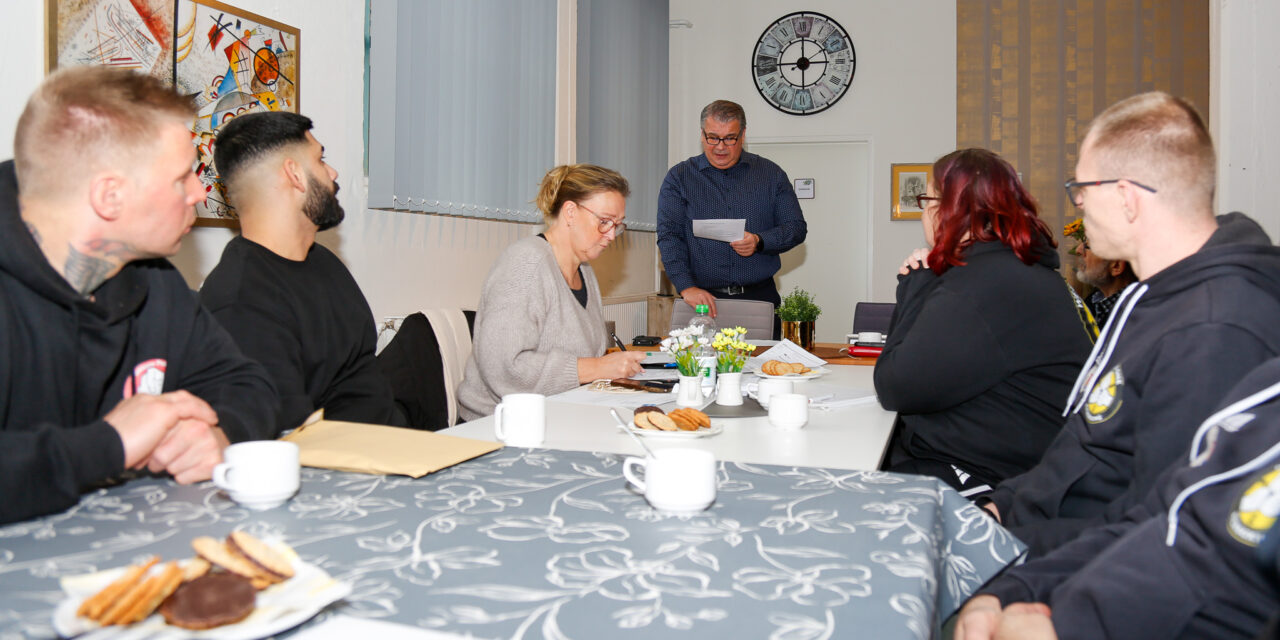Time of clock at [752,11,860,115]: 2:59
